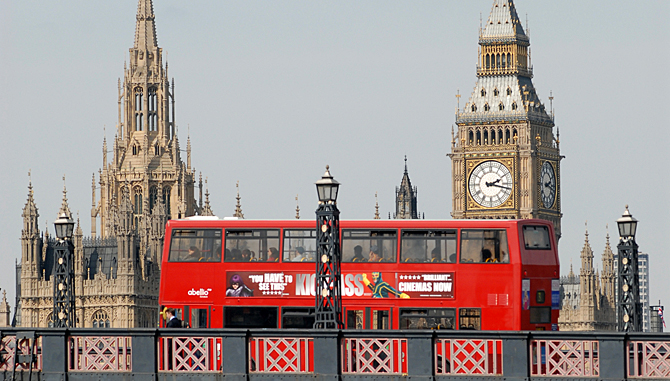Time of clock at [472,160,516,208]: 2:17
